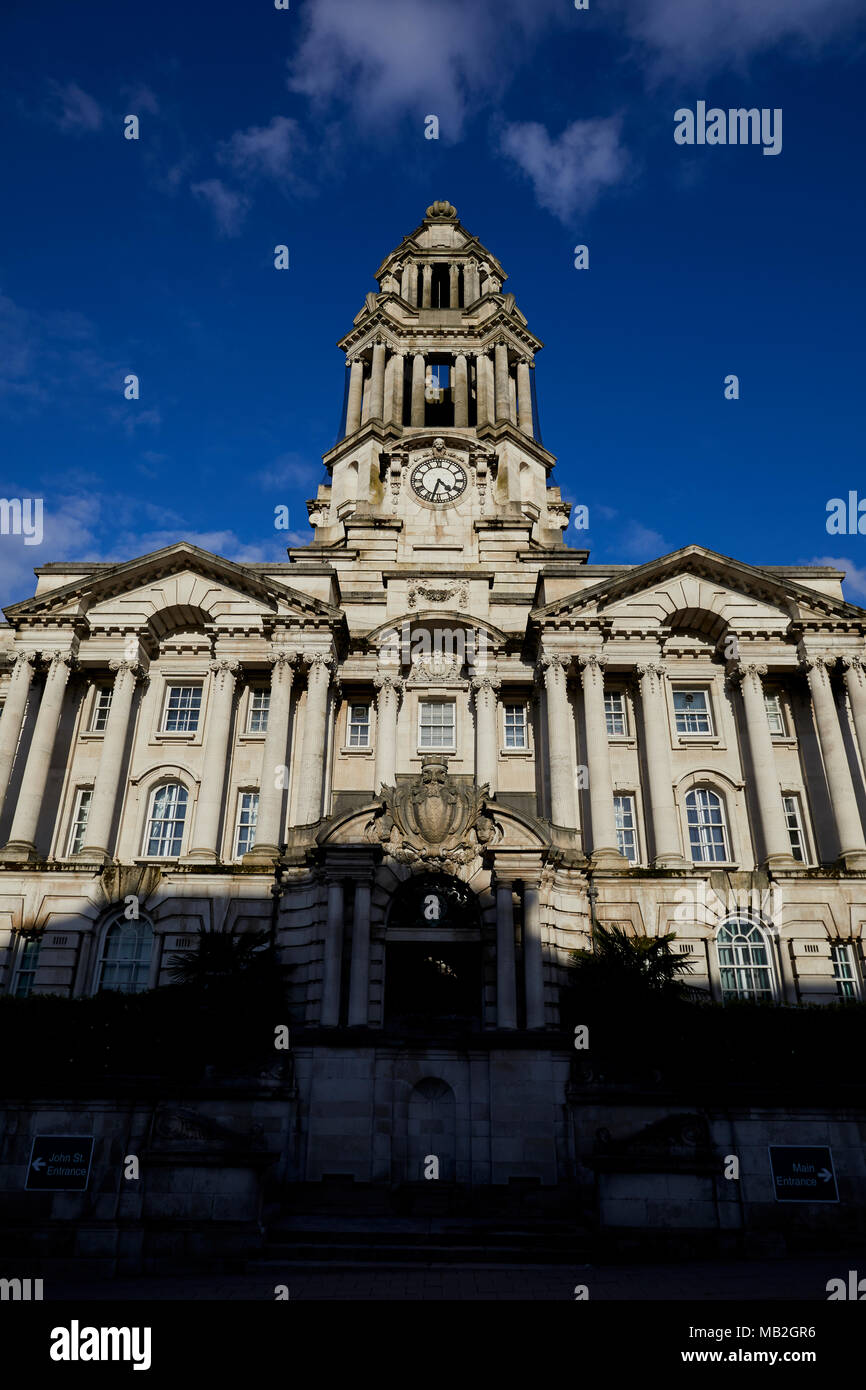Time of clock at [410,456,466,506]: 4:32
